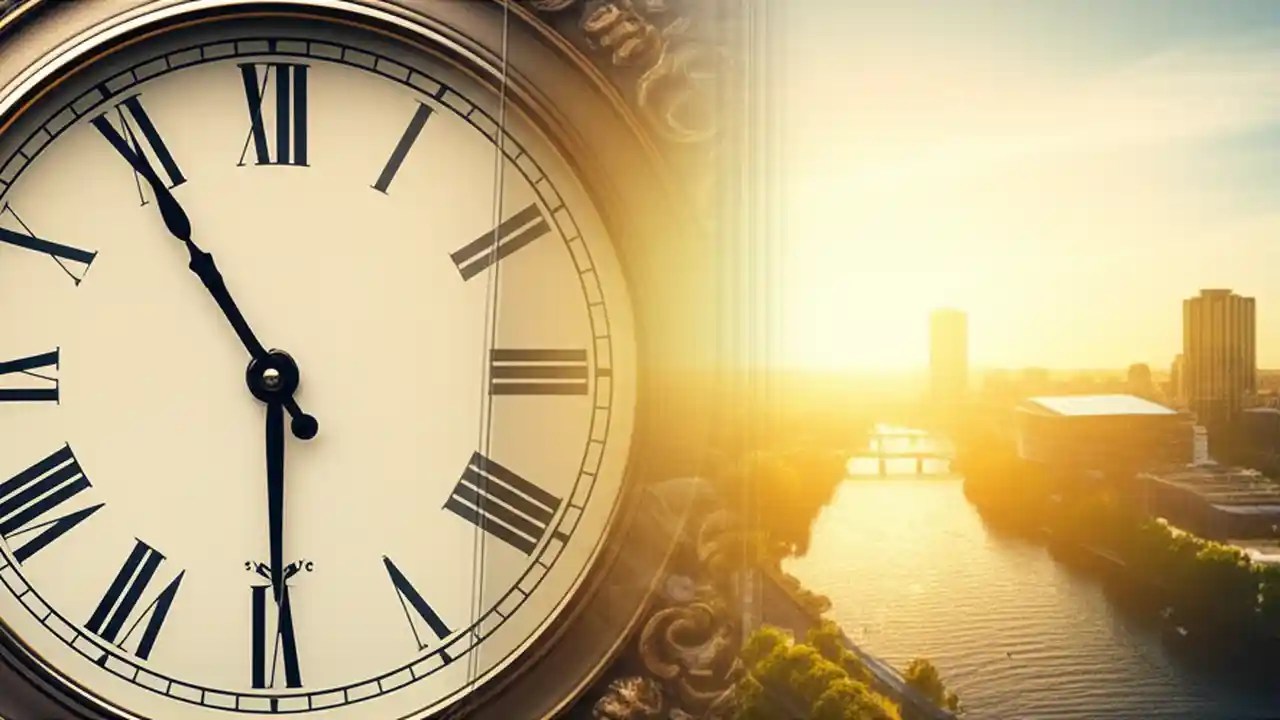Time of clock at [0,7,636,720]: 5:54
